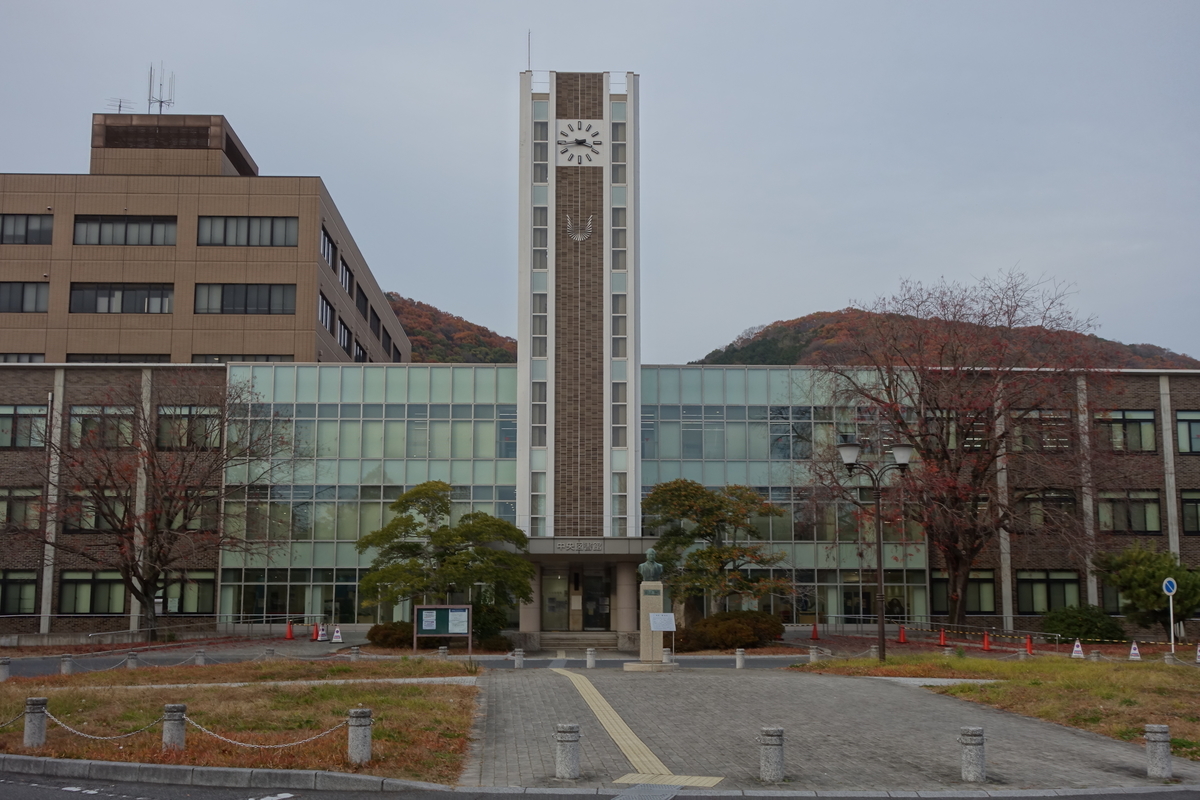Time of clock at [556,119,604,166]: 3:43
